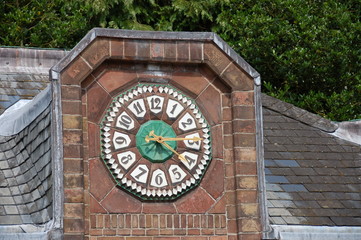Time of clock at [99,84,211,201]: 3:22
